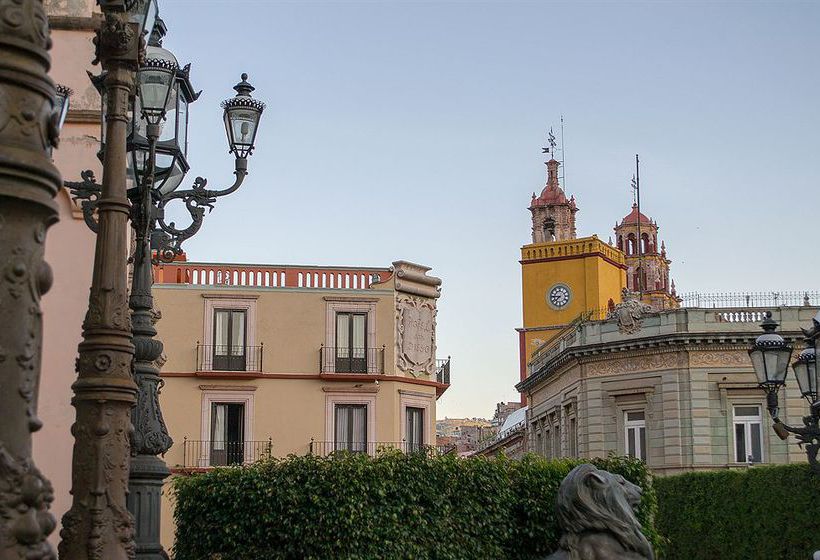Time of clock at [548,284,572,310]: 7:45
